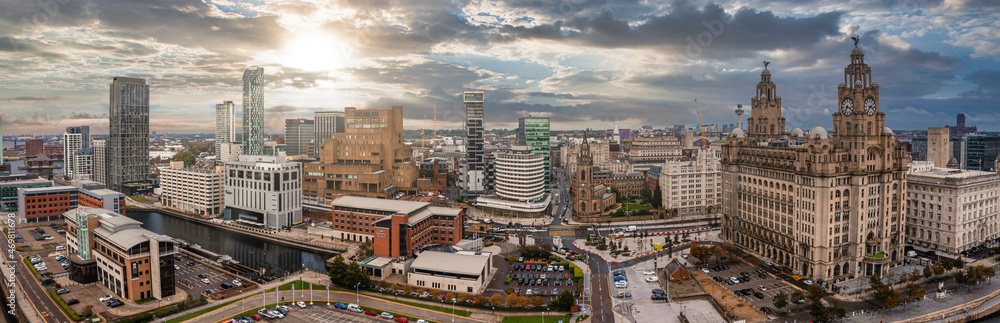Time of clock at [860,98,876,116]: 3:36
